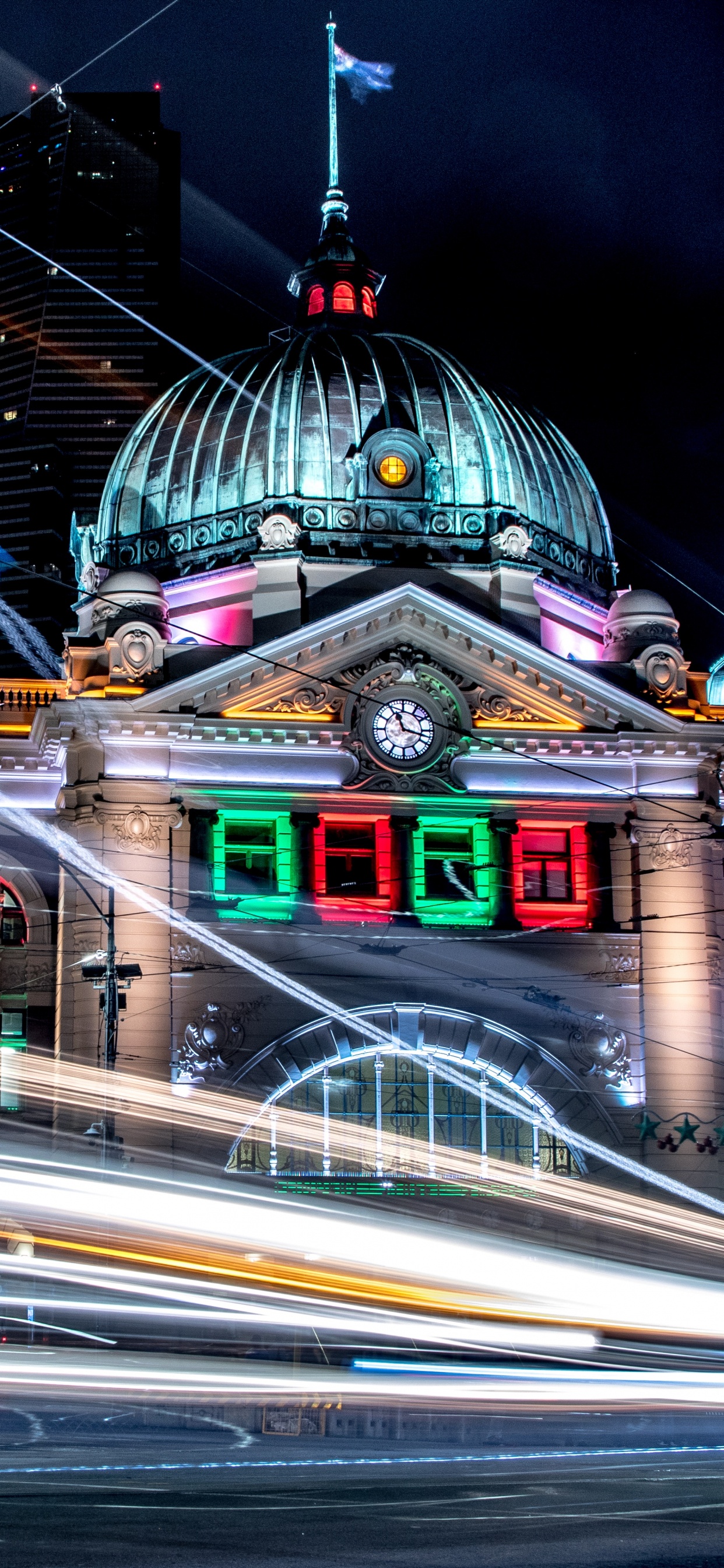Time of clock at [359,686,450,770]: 11:17
